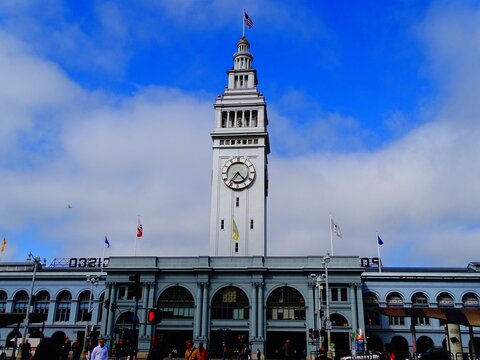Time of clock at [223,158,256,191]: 4:36
